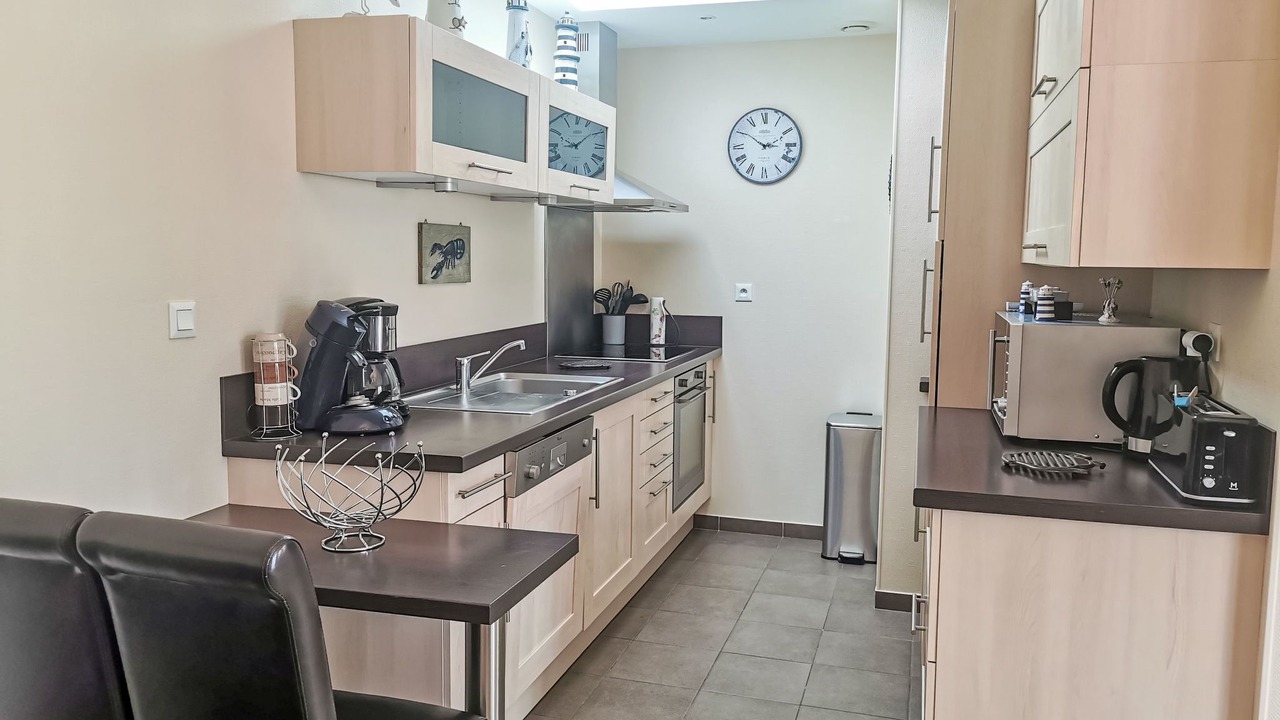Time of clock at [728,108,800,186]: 2:50
